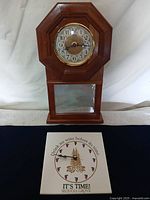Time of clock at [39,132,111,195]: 11:46
